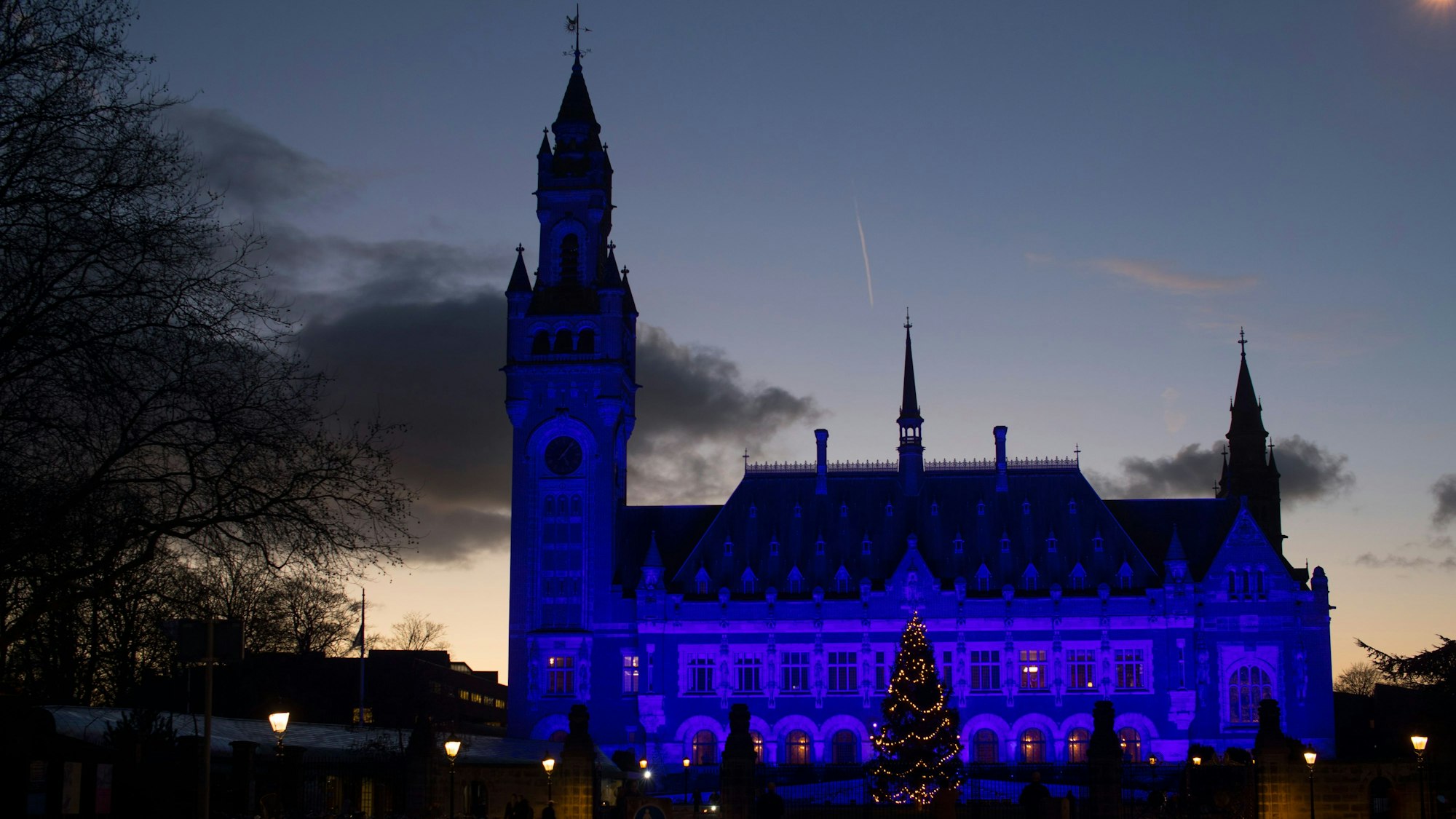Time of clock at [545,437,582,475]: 5:05
